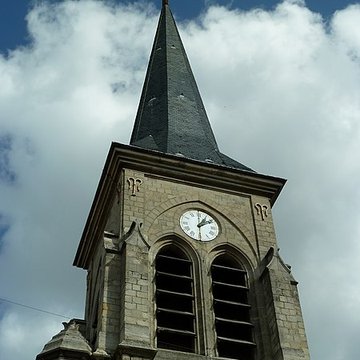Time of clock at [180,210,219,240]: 1:09
